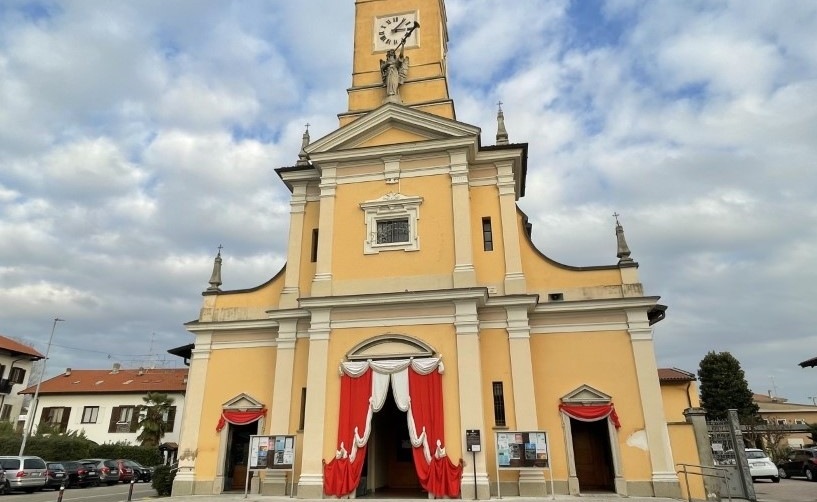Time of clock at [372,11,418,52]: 3:06
